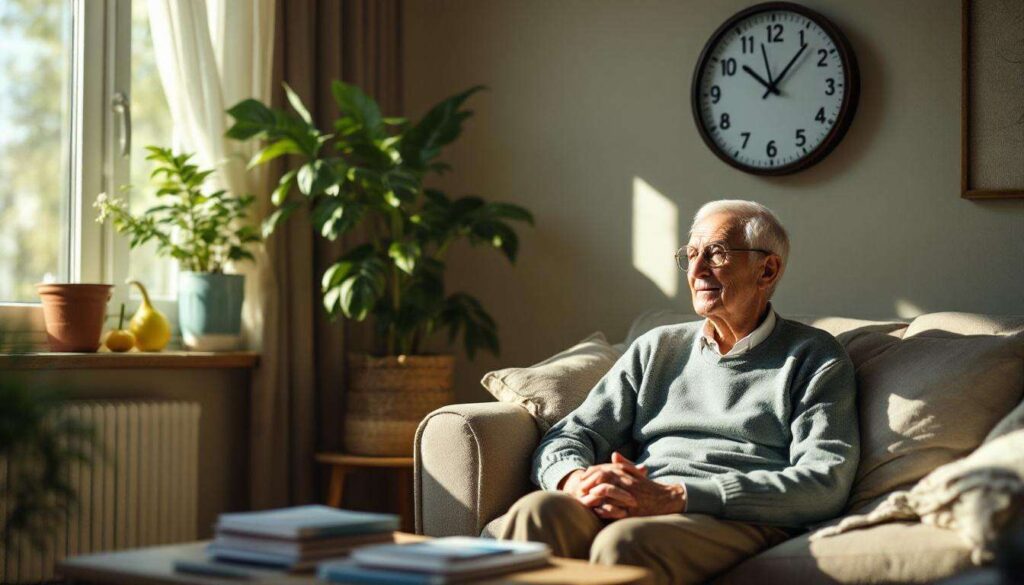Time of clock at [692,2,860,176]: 10:06
